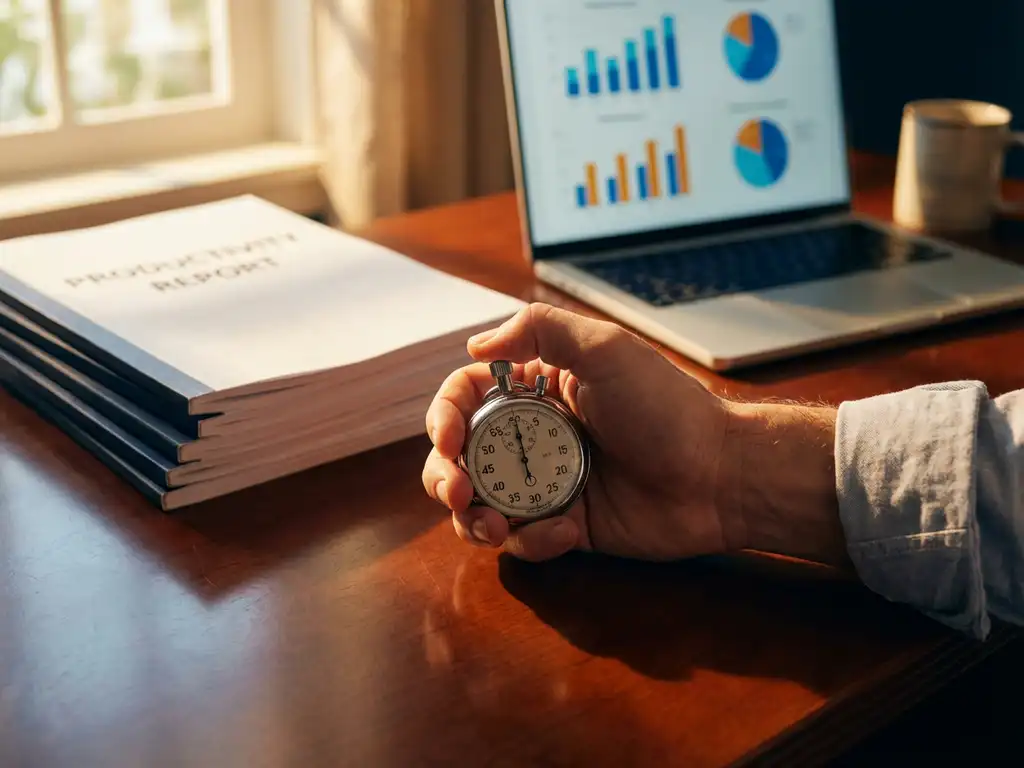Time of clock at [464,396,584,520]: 6:00
